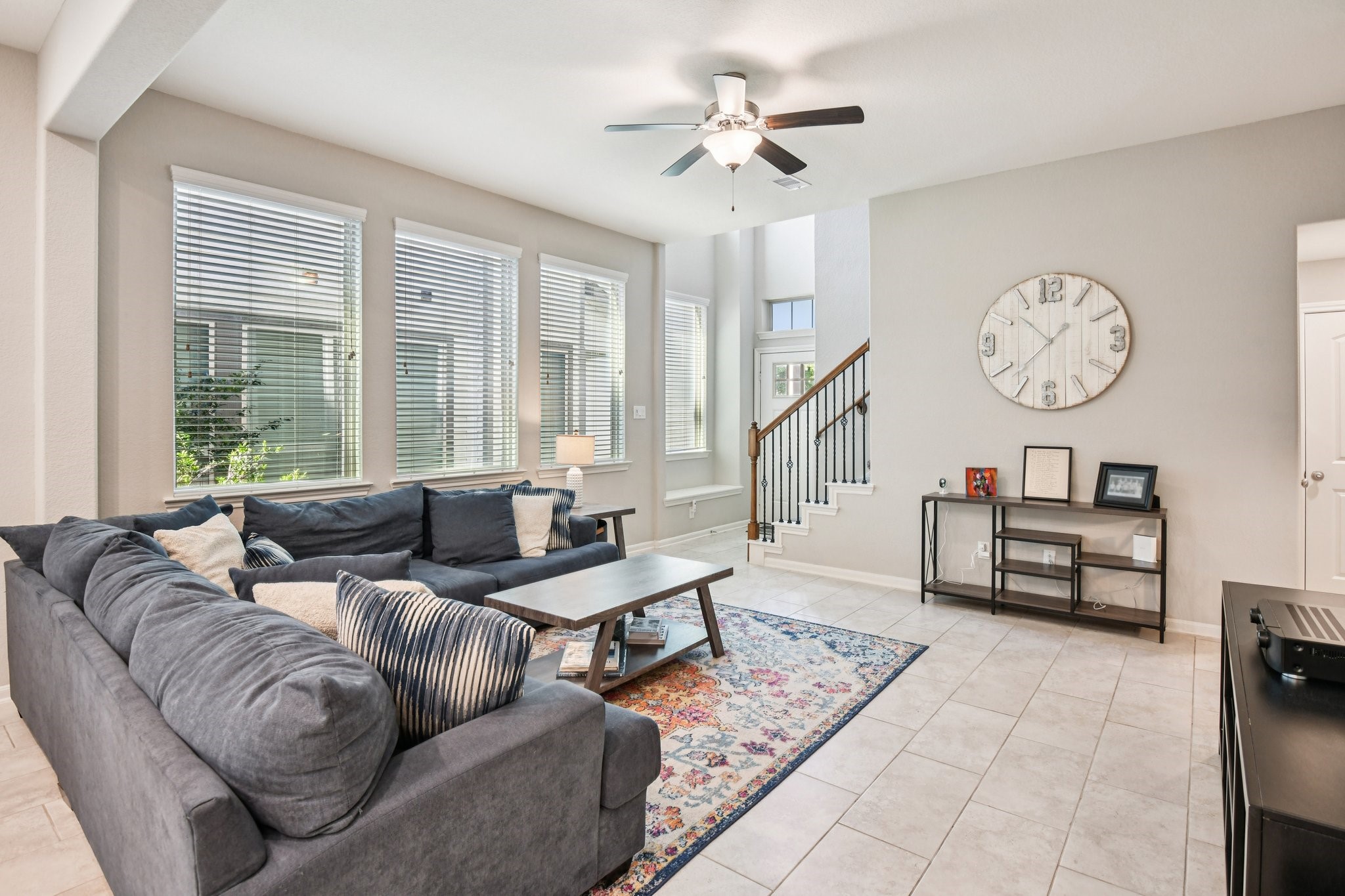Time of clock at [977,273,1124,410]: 1:37
